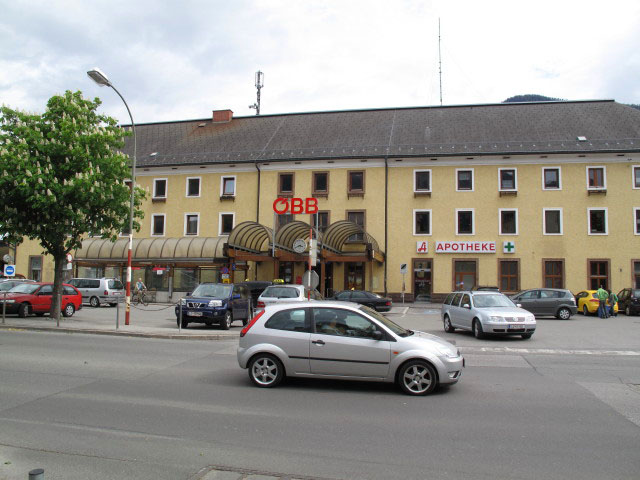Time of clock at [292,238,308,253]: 3:41
